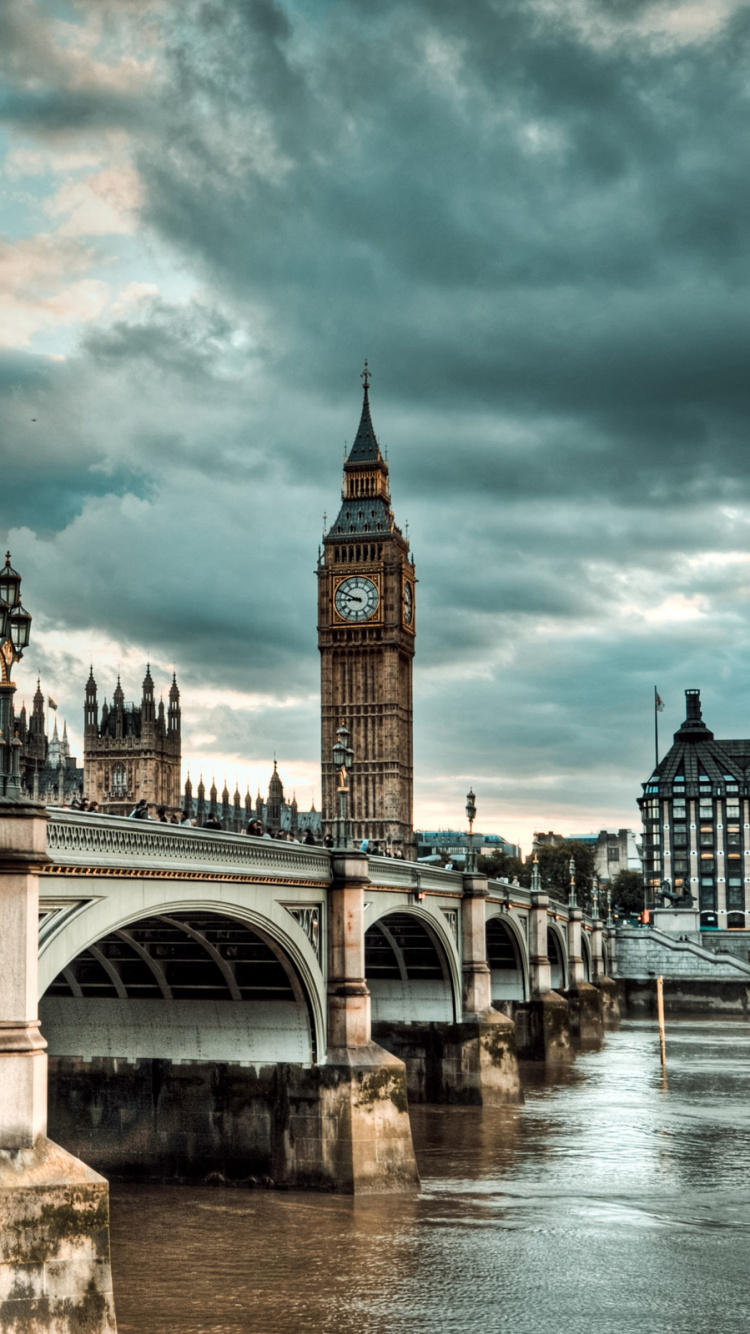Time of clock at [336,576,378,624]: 8:49
